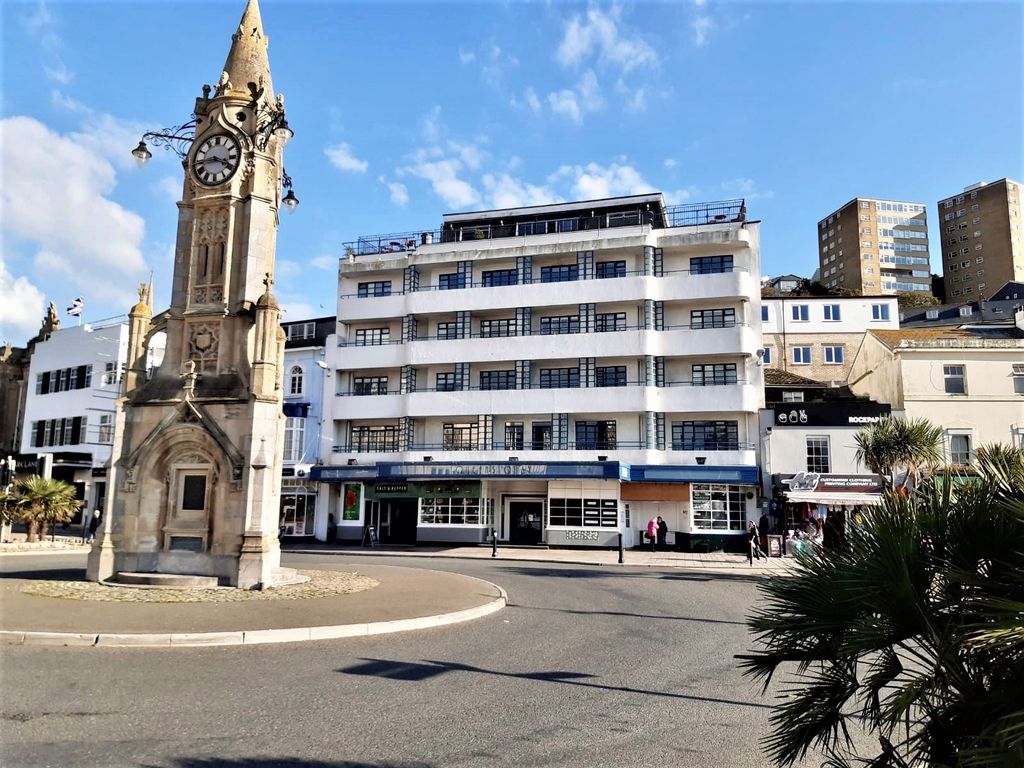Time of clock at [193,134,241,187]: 3:43
